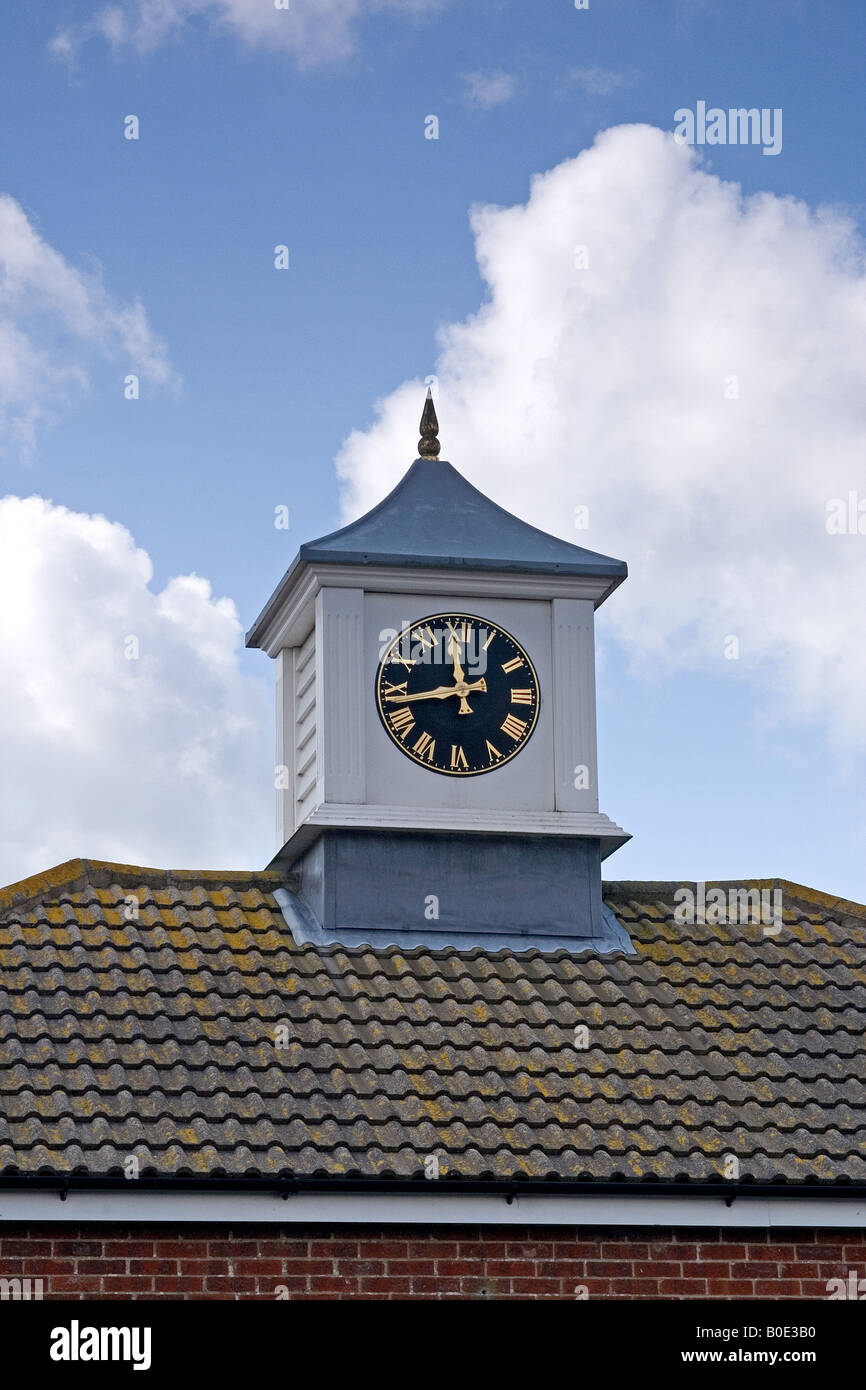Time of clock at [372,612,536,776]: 11:43
